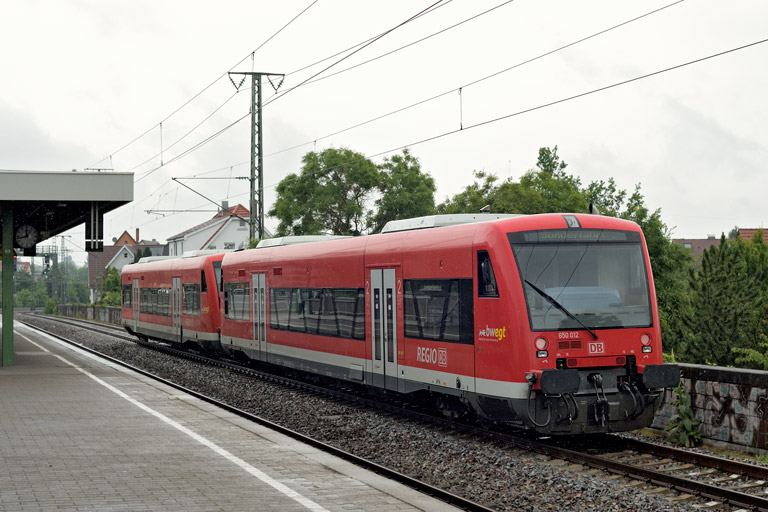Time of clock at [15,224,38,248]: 11:42
